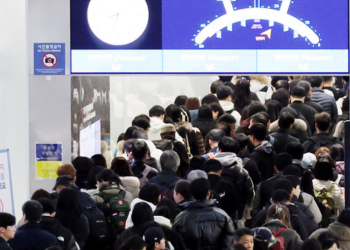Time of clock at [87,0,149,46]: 8:32
